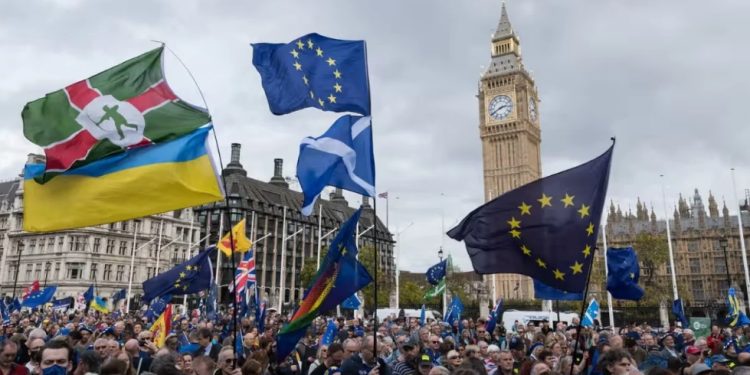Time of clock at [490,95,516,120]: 2:40
